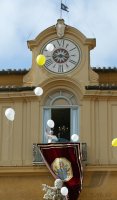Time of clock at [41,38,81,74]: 8:16
